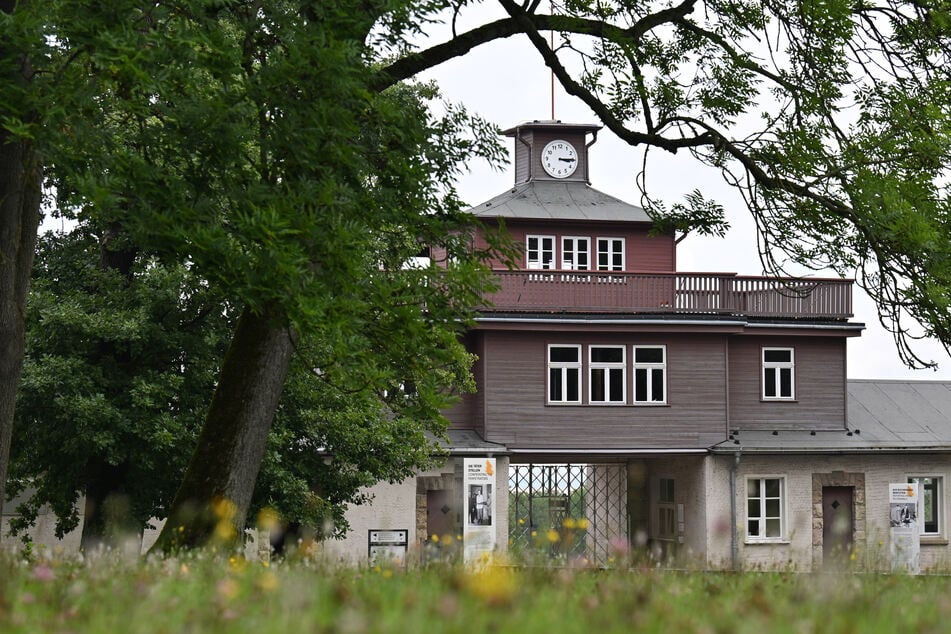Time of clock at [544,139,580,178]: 3:14
